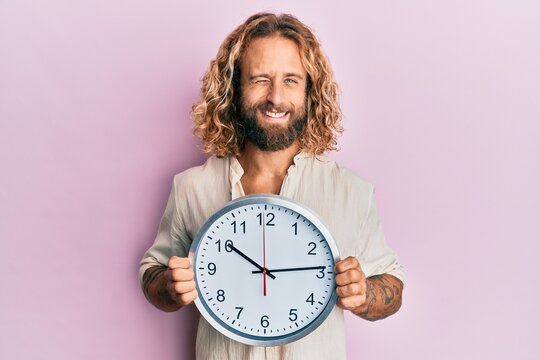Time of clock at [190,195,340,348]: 10:13
